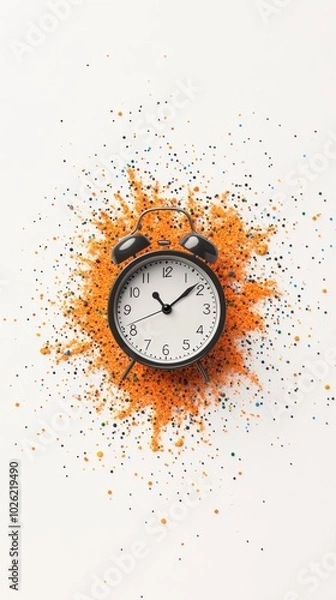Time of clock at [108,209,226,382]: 11:08
